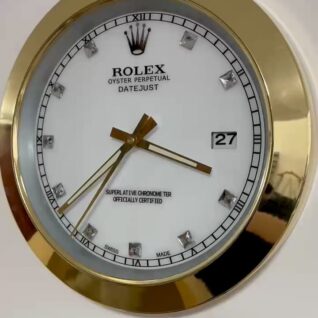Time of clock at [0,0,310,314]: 3:36
